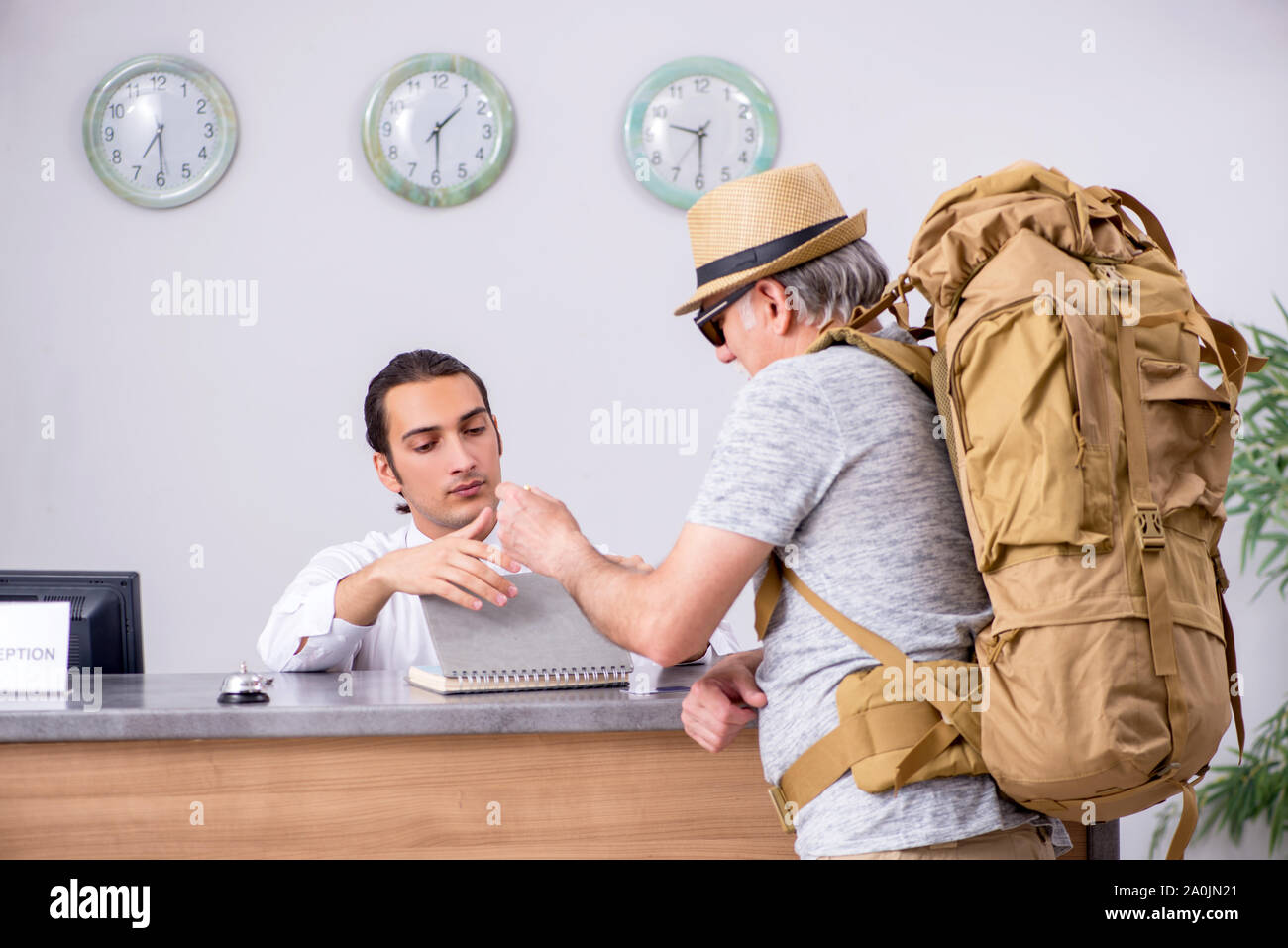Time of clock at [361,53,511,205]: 1:29
